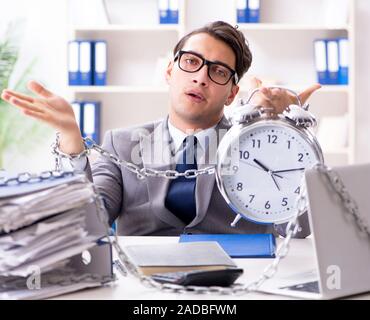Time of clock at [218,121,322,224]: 10:13
